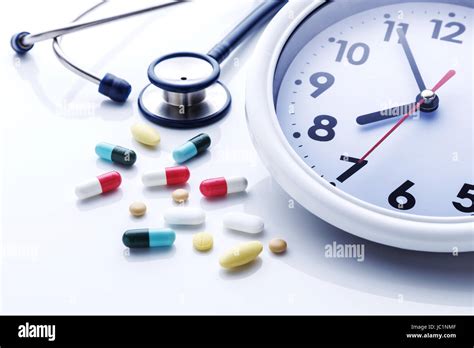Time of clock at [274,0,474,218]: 7:55
